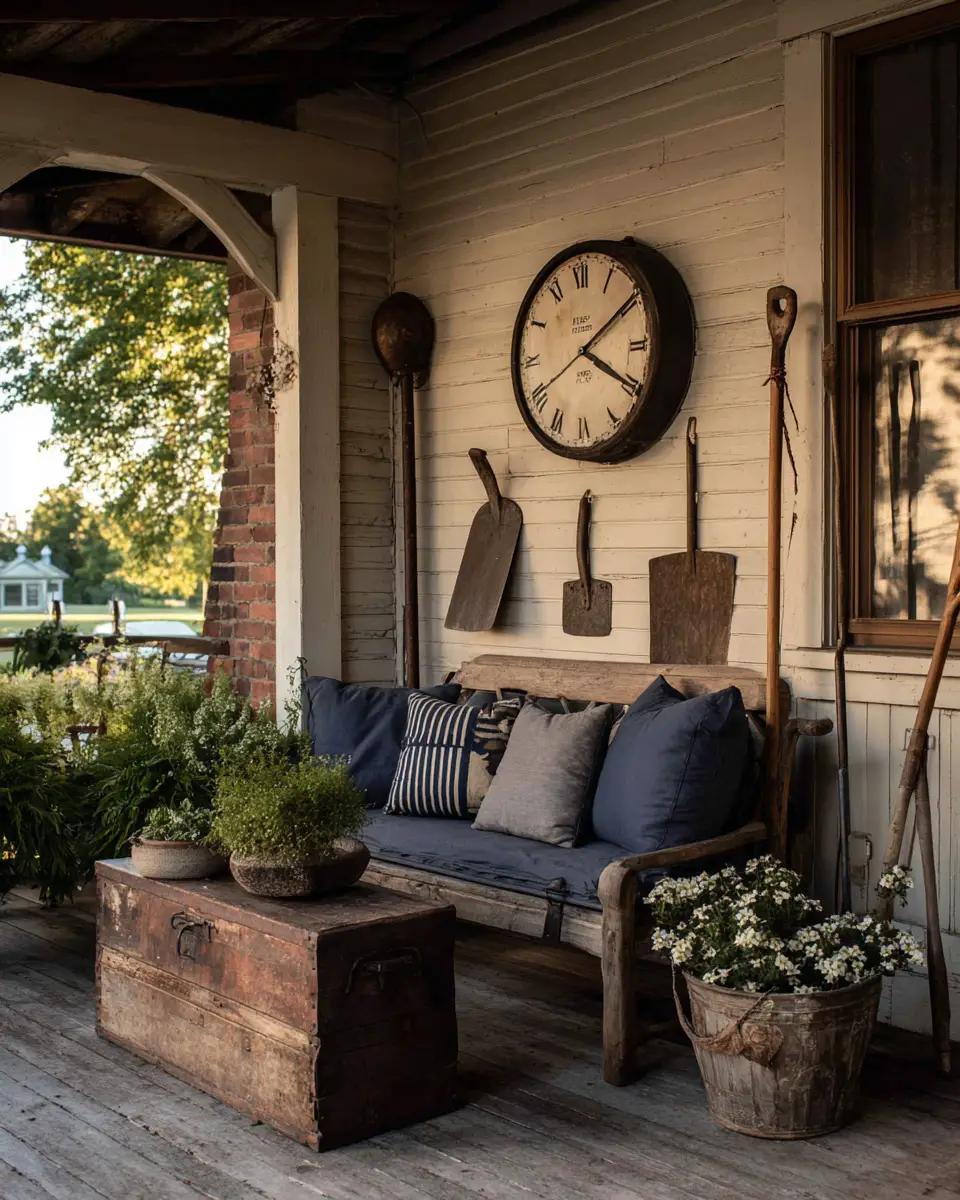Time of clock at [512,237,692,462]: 4:09
